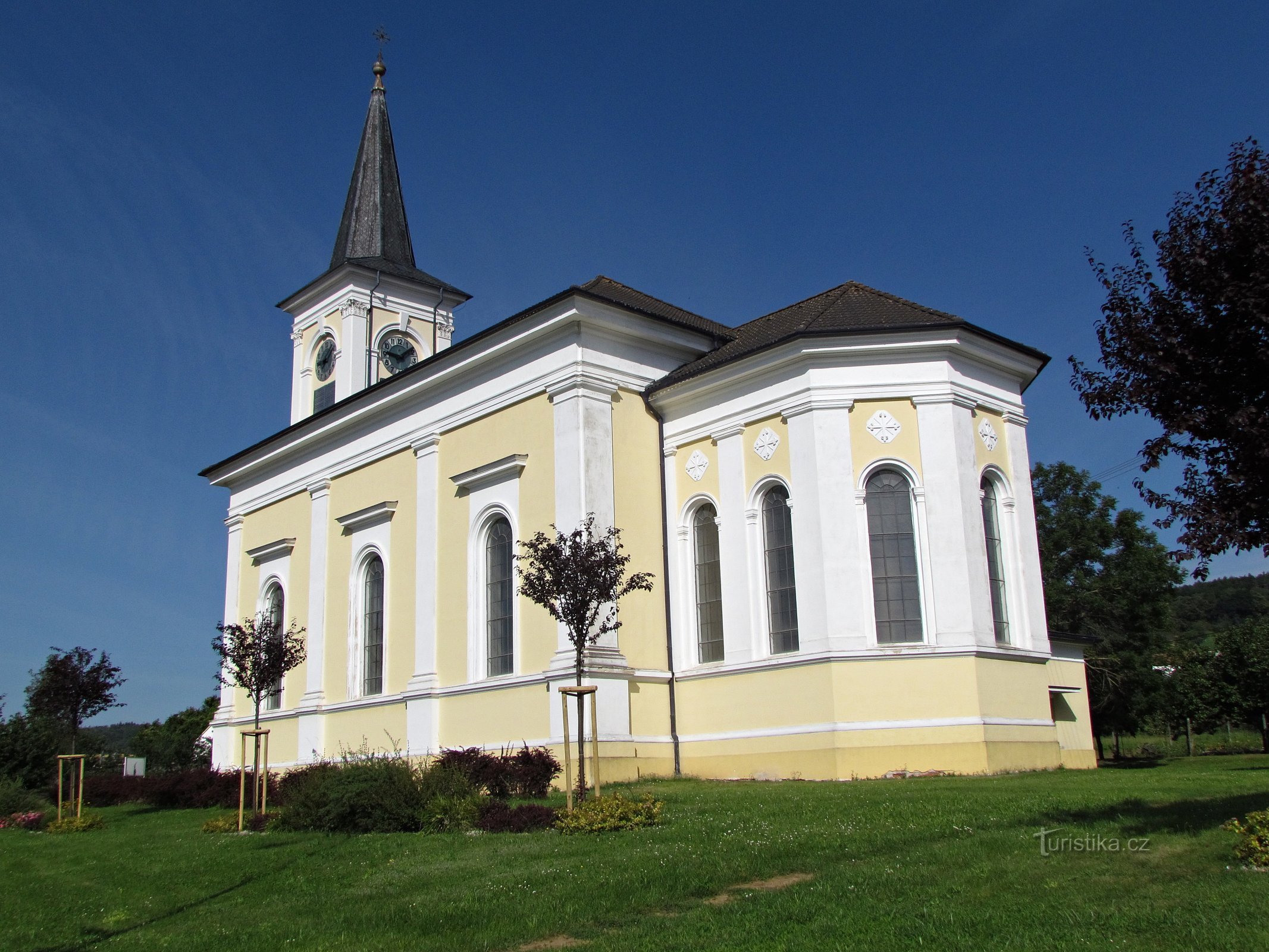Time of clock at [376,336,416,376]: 1:46
